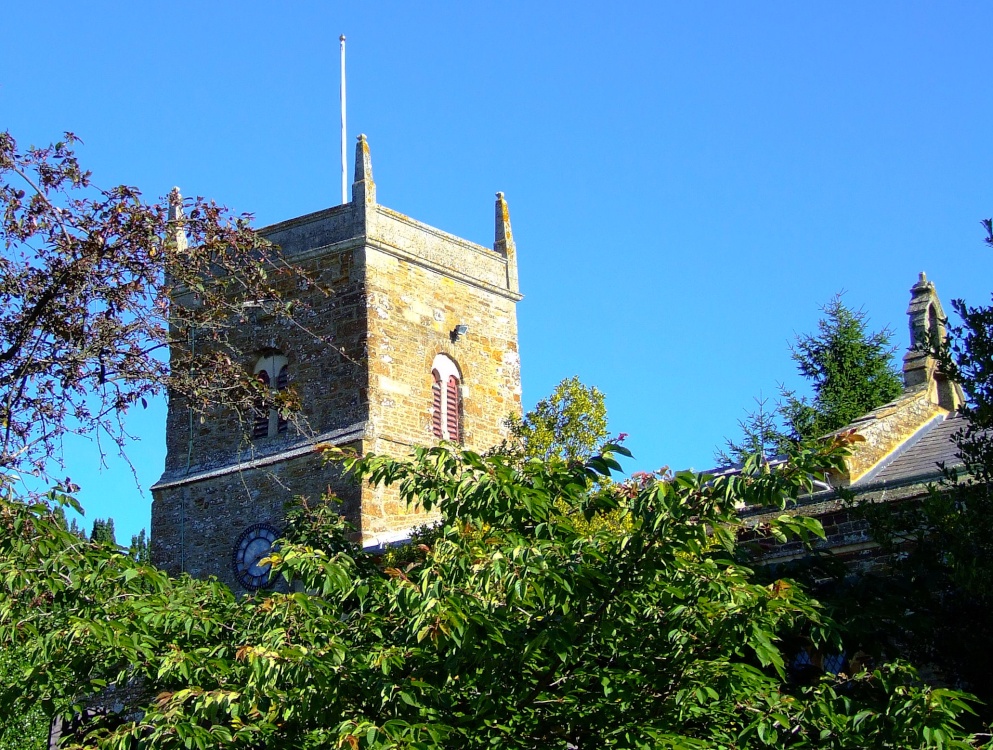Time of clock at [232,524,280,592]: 2:40
